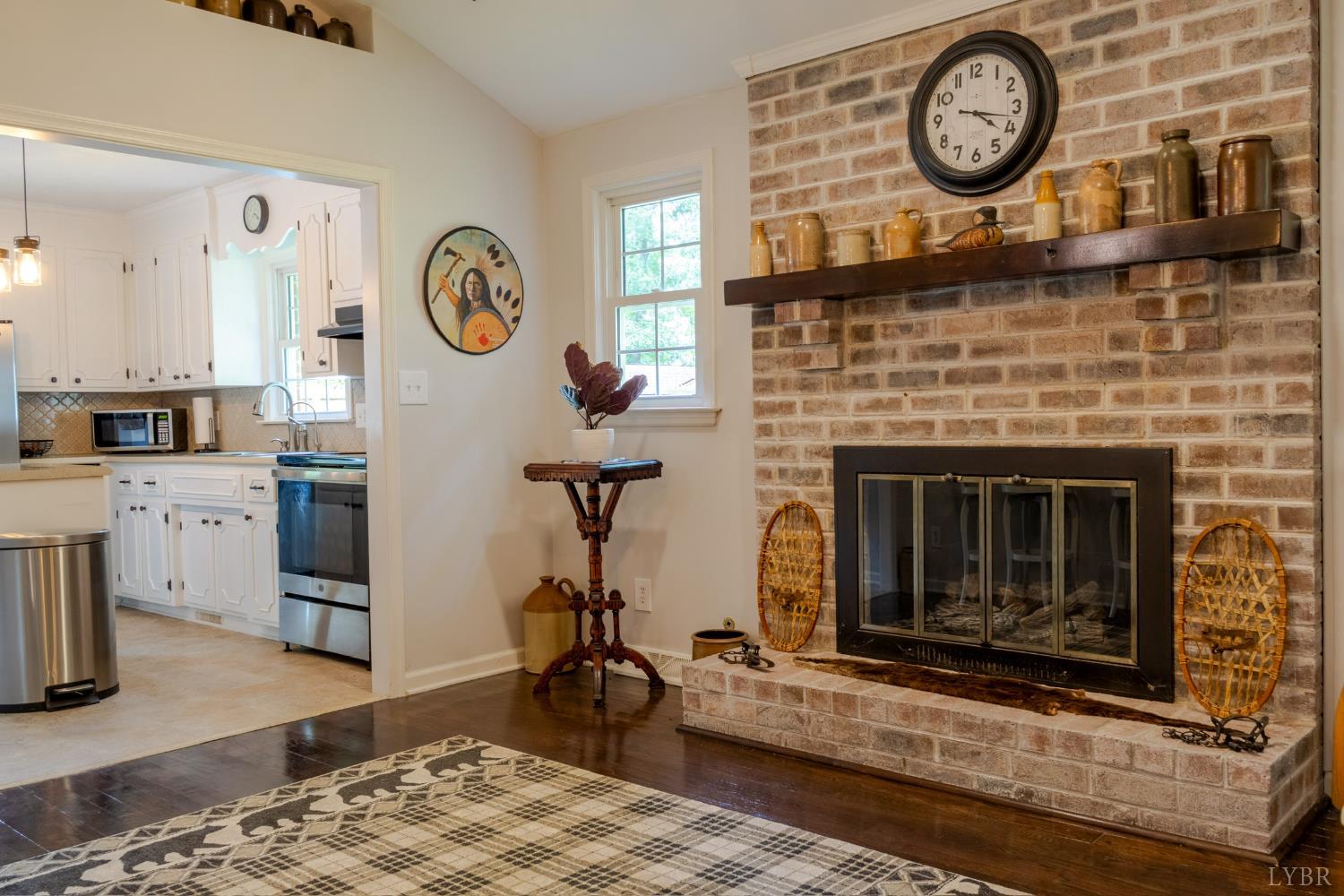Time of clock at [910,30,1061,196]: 4:17
